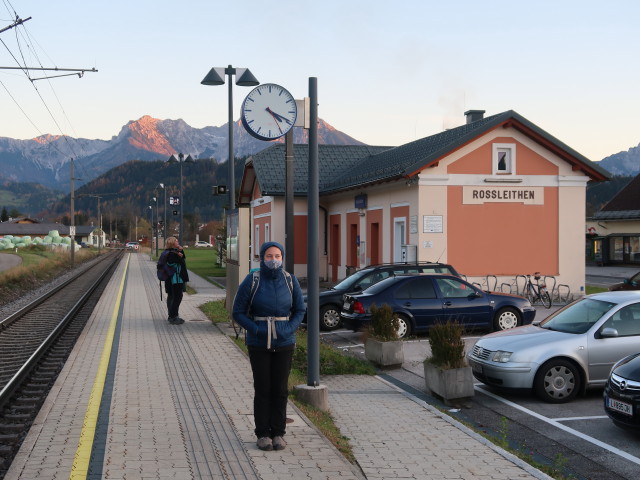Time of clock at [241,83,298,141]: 4:19
